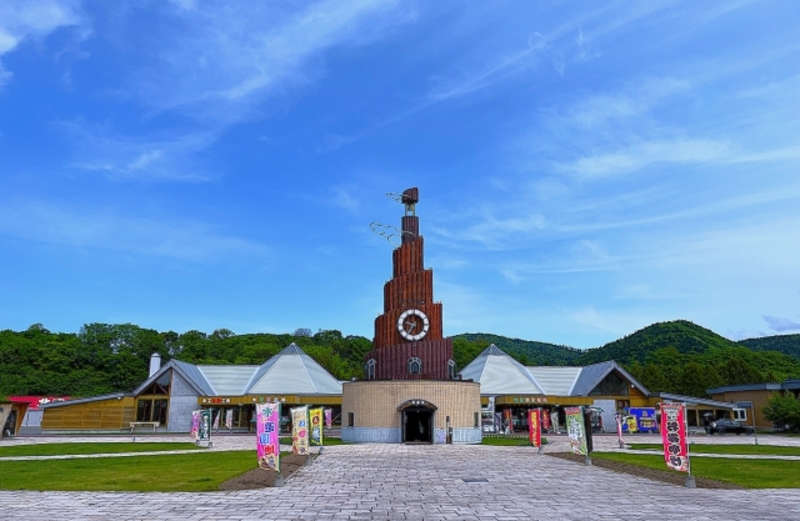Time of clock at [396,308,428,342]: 9:35
